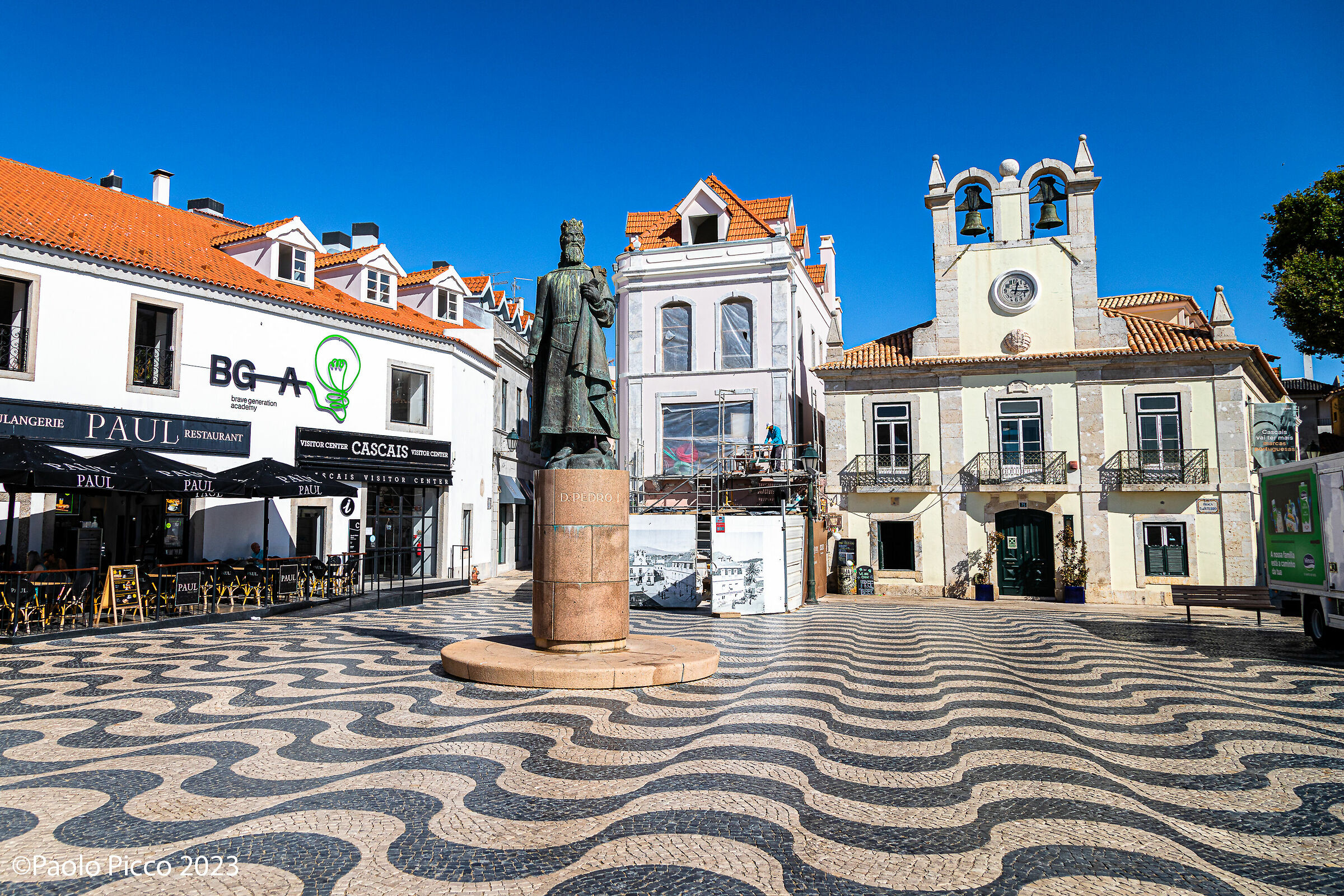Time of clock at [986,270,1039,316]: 12:15
